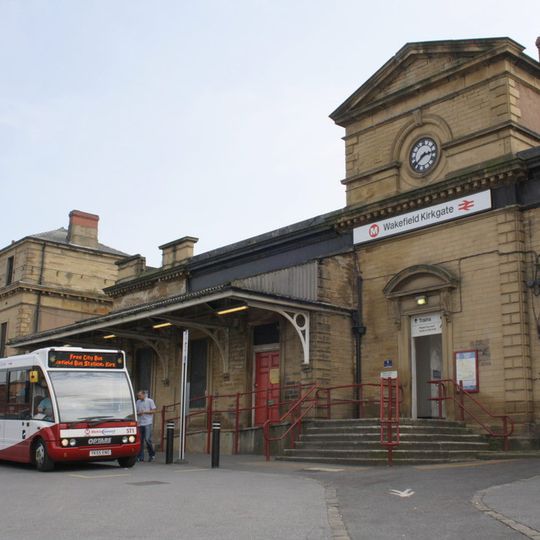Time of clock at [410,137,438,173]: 2:38
